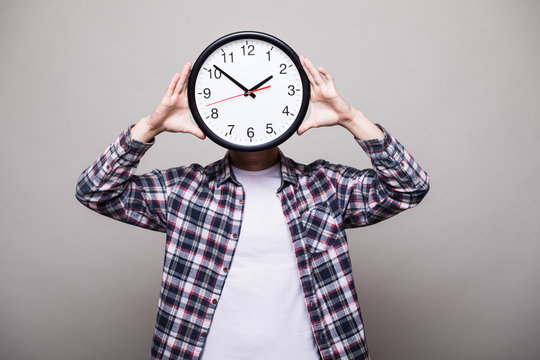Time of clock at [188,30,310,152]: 1:51
